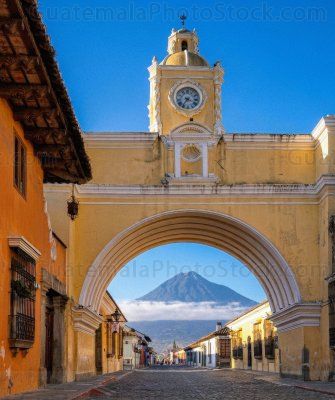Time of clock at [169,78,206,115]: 3:35
